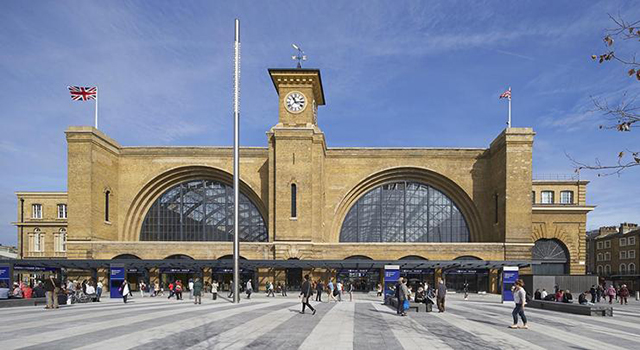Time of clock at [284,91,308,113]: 11:13
